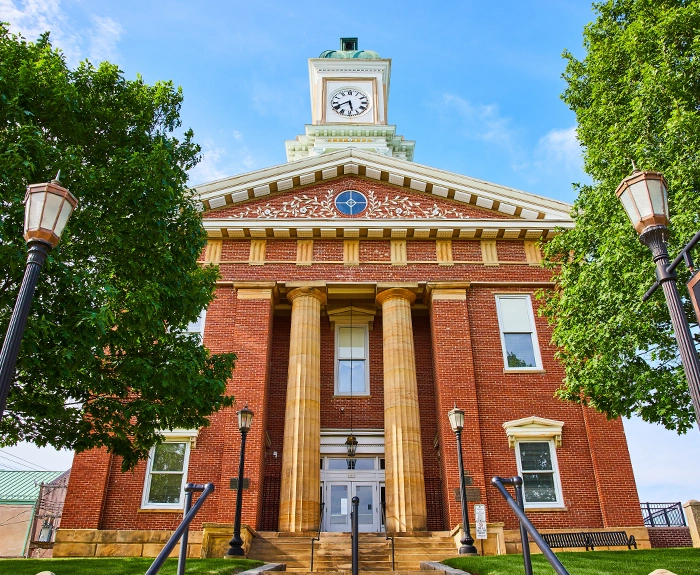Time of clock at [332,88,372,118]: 5:40
